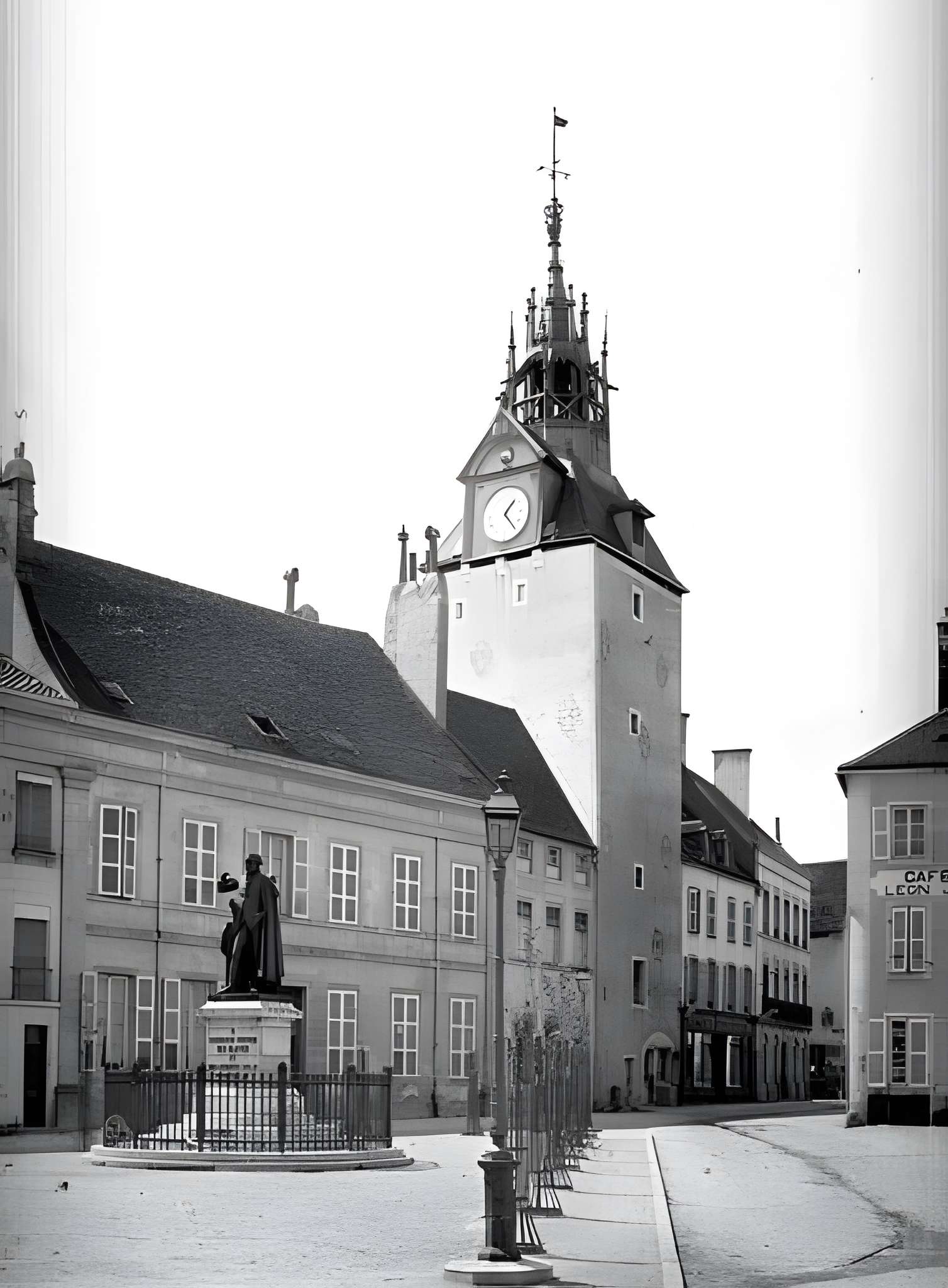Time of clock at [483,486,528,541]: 1:23
